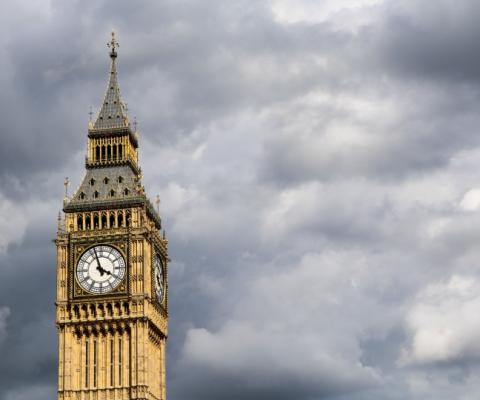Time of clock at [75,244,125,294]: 3:57
